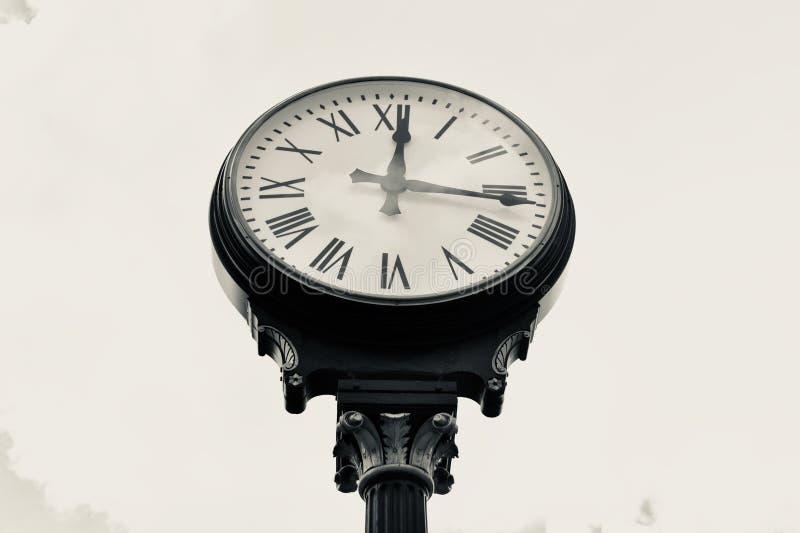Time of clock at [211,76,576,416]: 12:15
